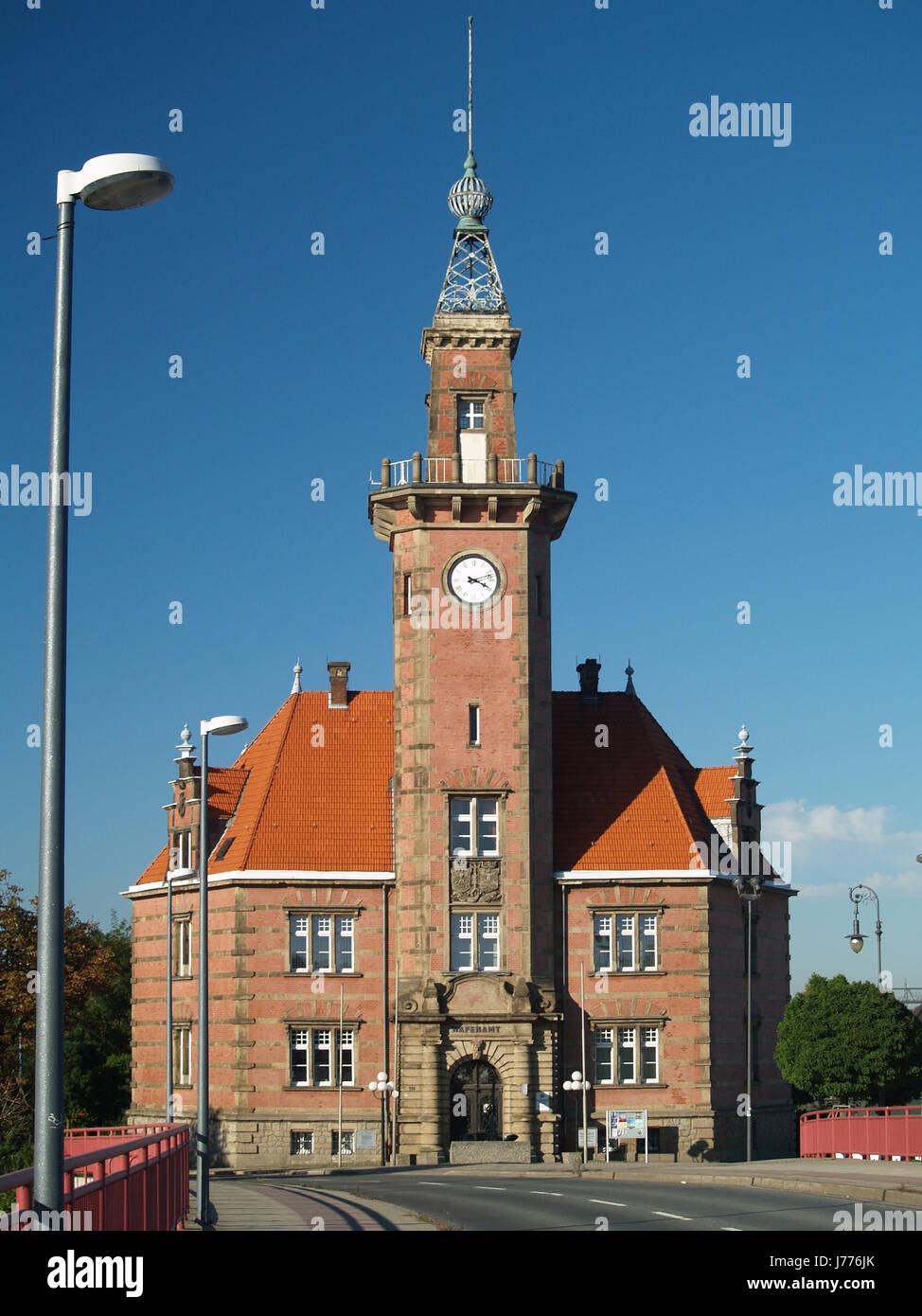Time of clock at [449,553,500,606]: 2:18
